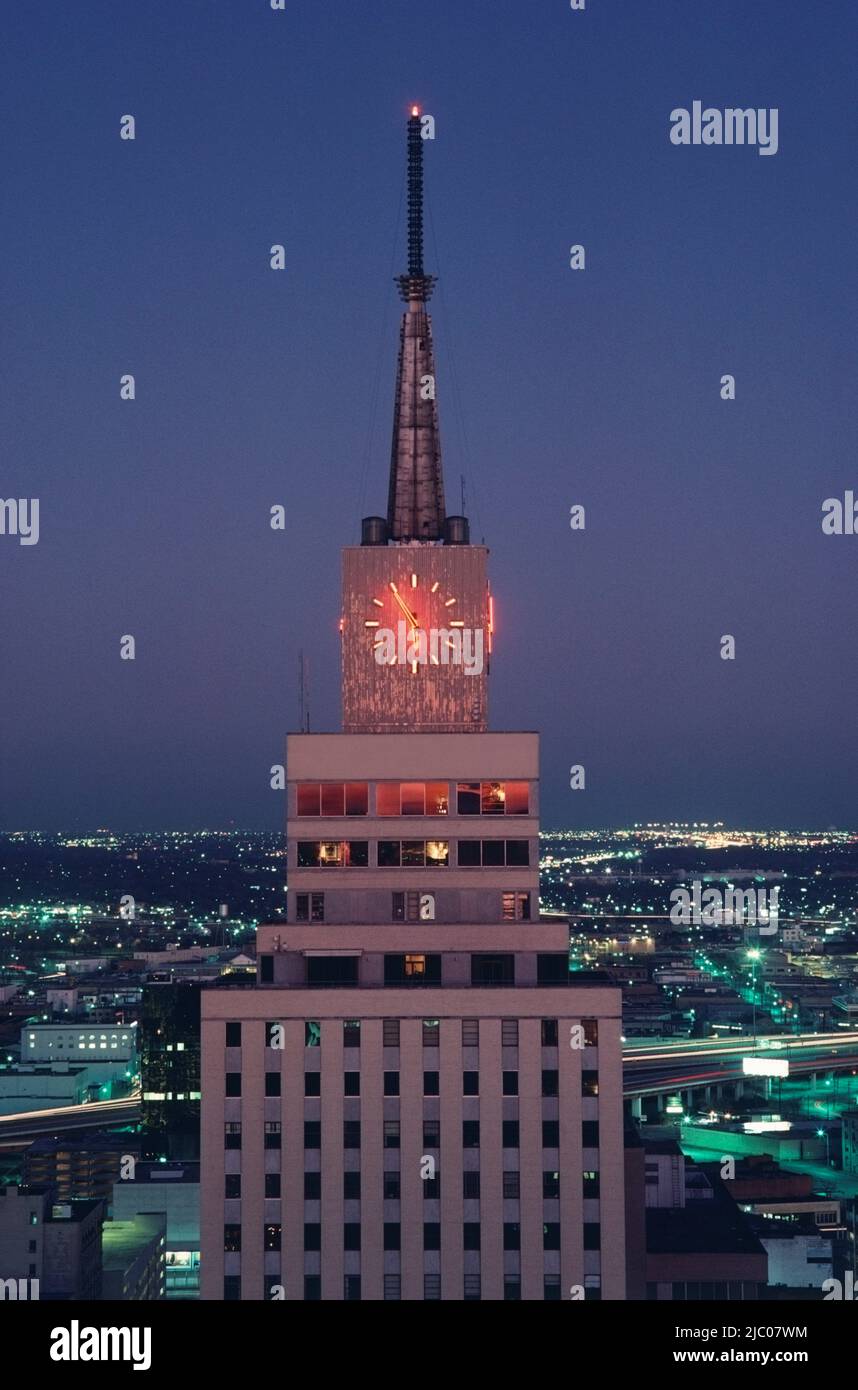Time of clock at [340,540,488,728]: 5:54
